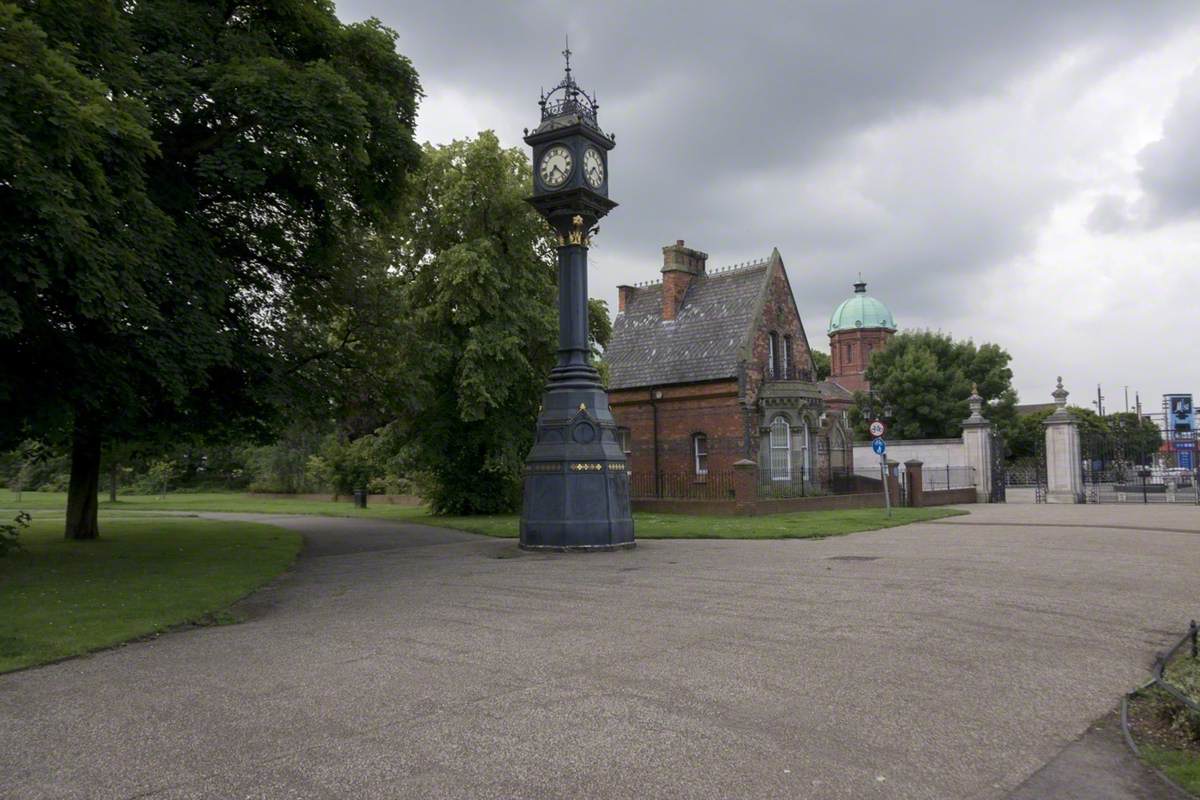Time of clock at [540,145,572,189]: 7:22
